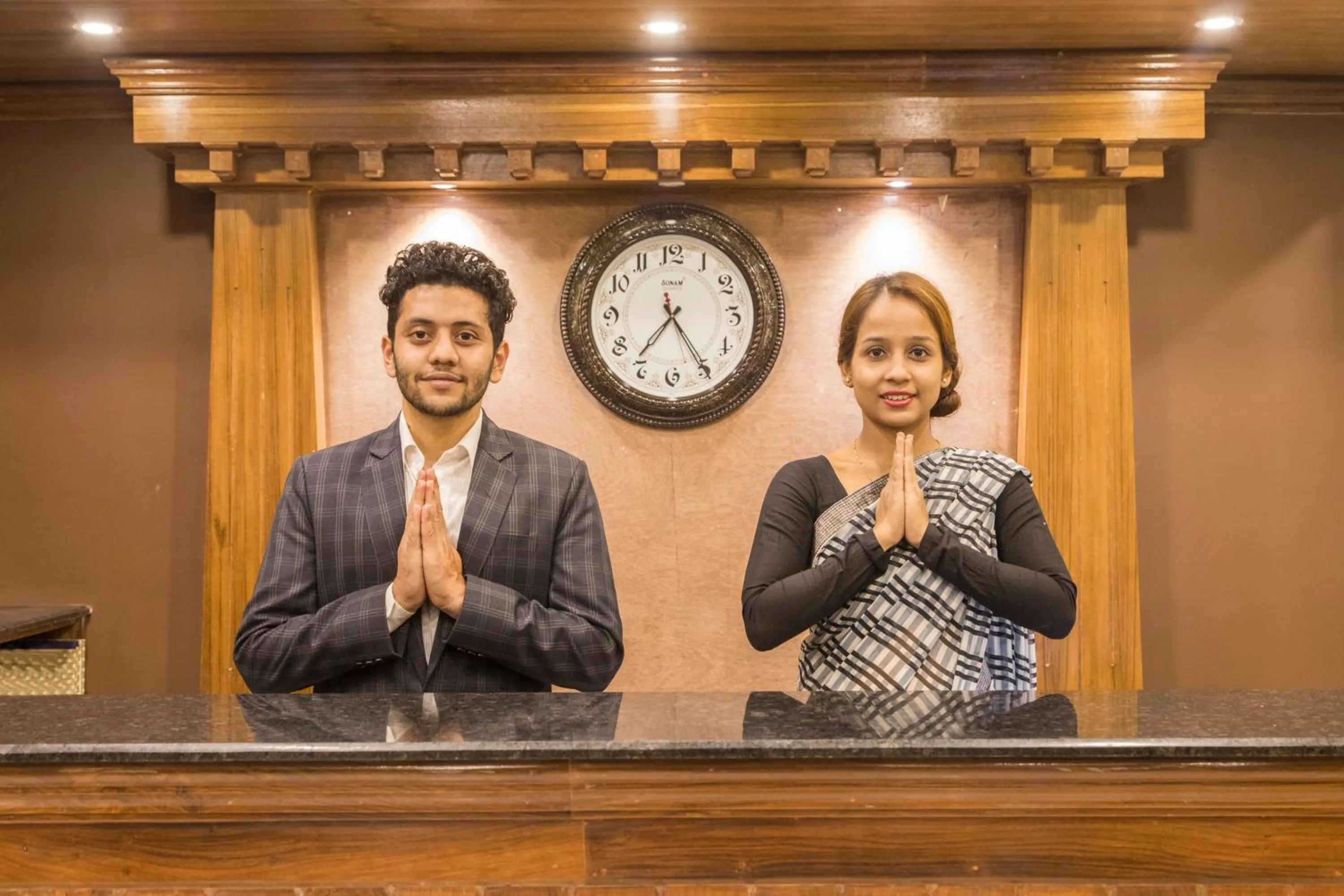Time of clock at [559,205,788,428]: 7:24
